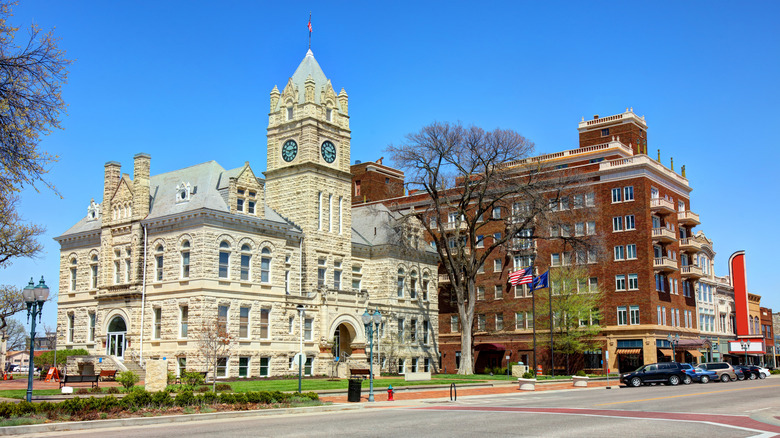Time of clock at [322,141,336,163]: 2:48
